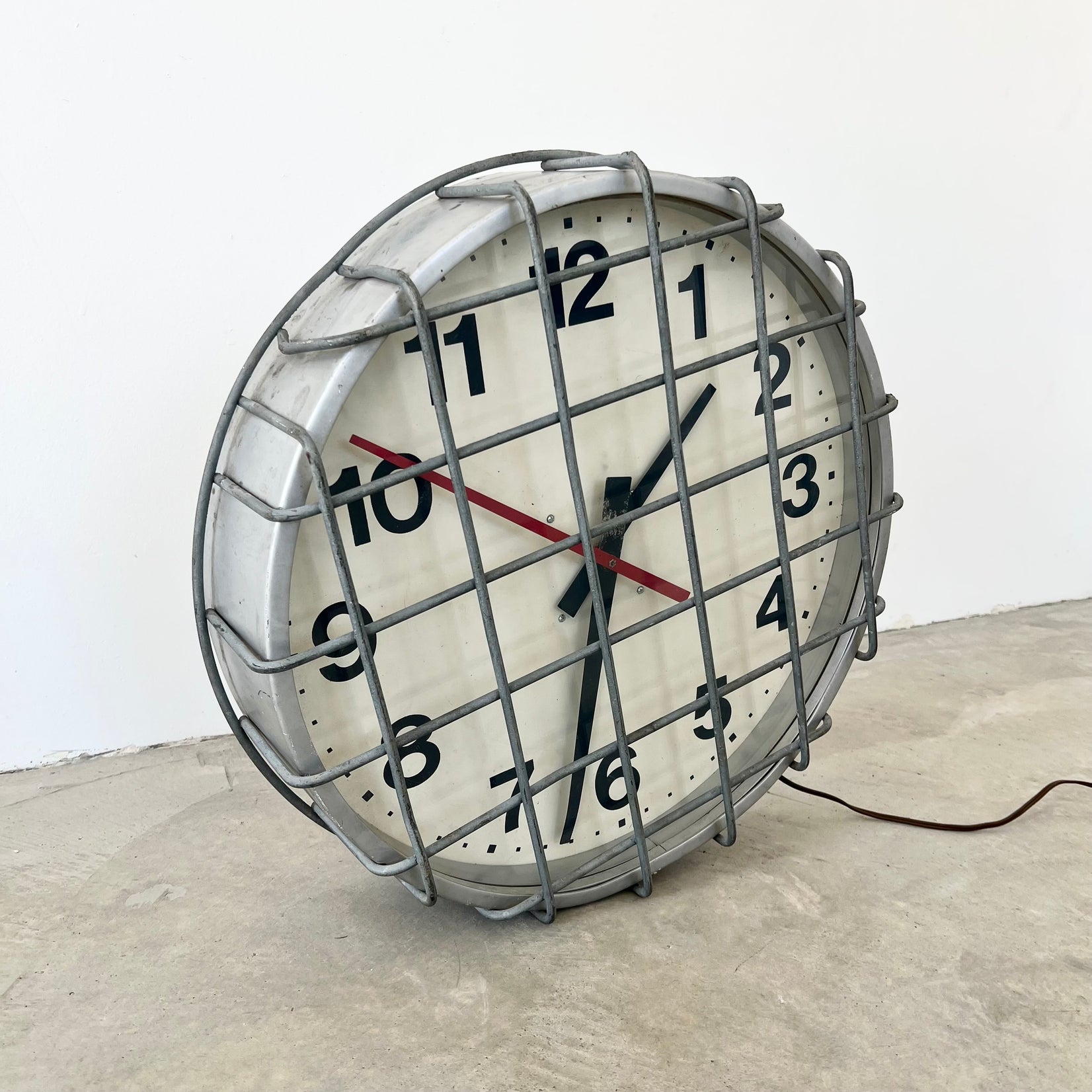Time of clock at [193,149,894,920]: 1:32
